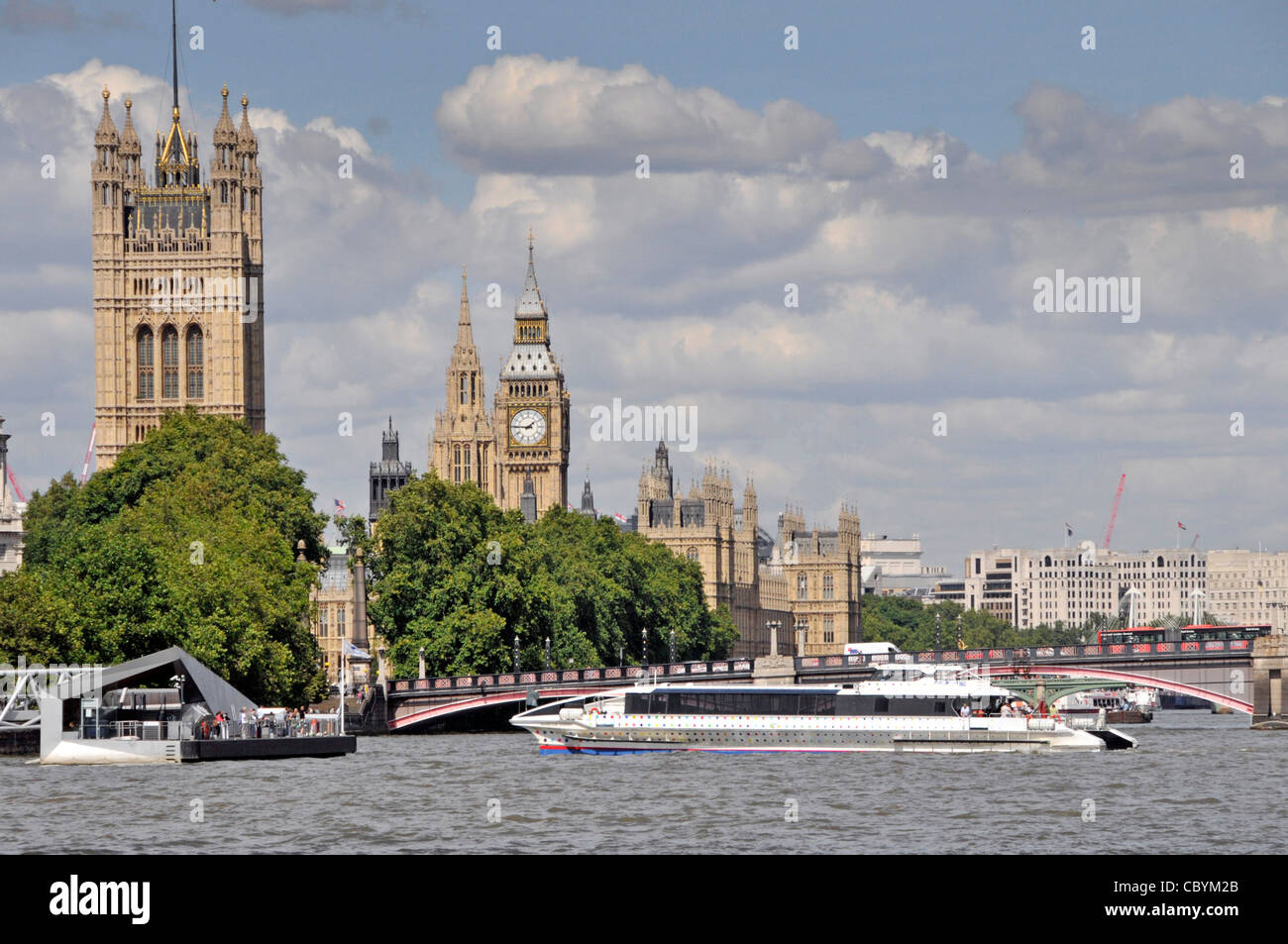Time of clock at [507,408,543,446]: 1:45
